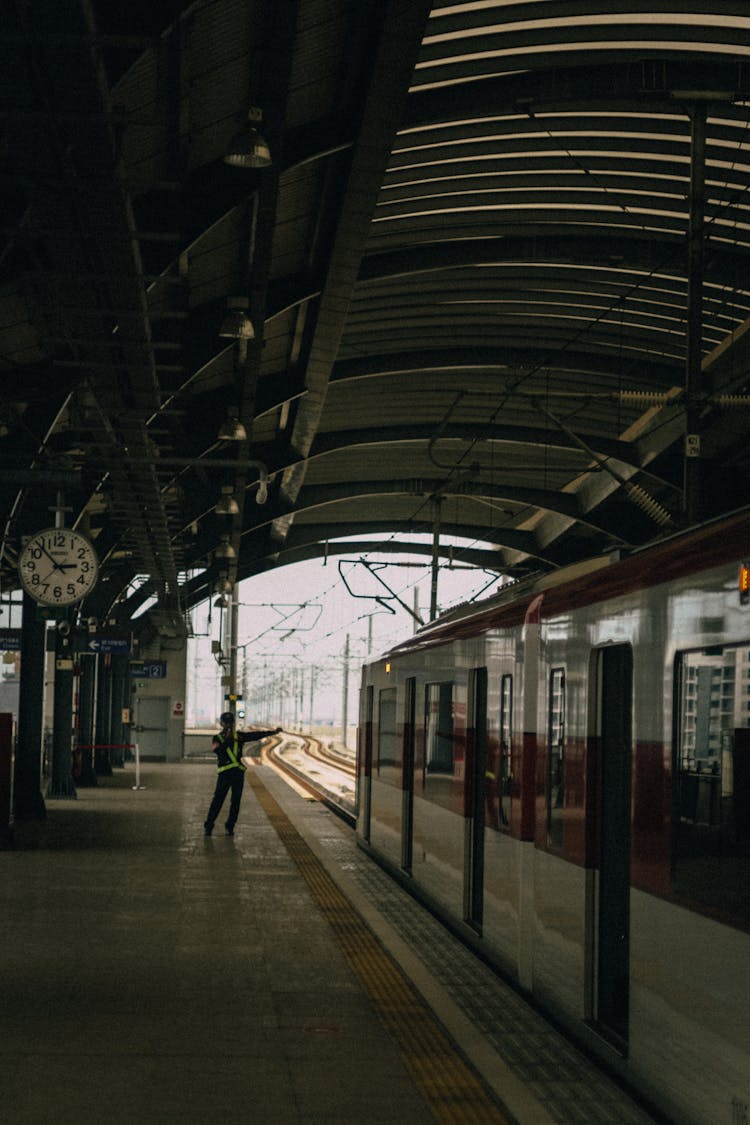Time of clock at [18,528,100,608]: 2:53
